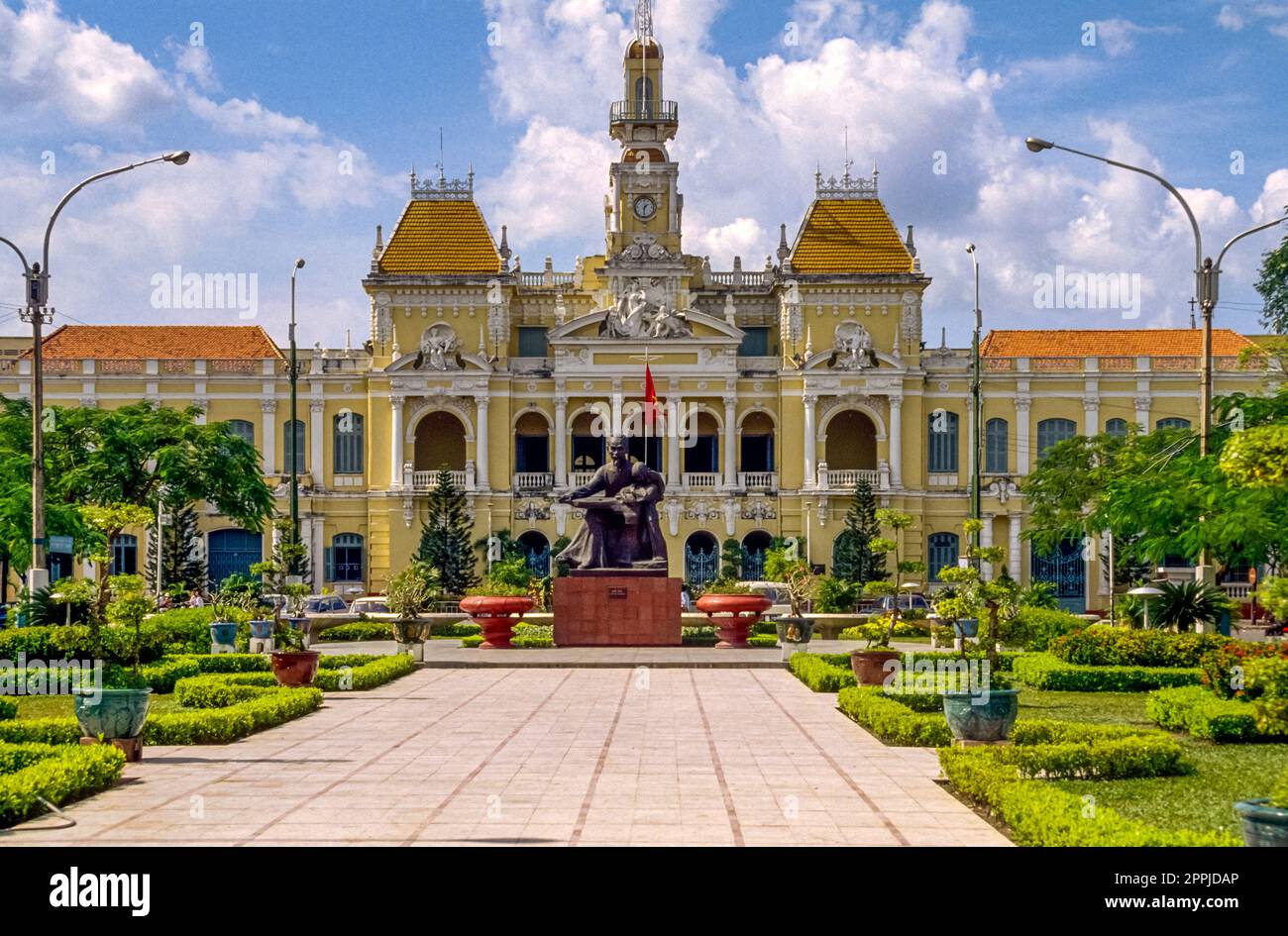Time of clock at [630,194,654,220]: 1:30
